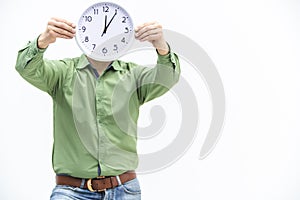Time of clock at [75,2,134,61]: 12:05
